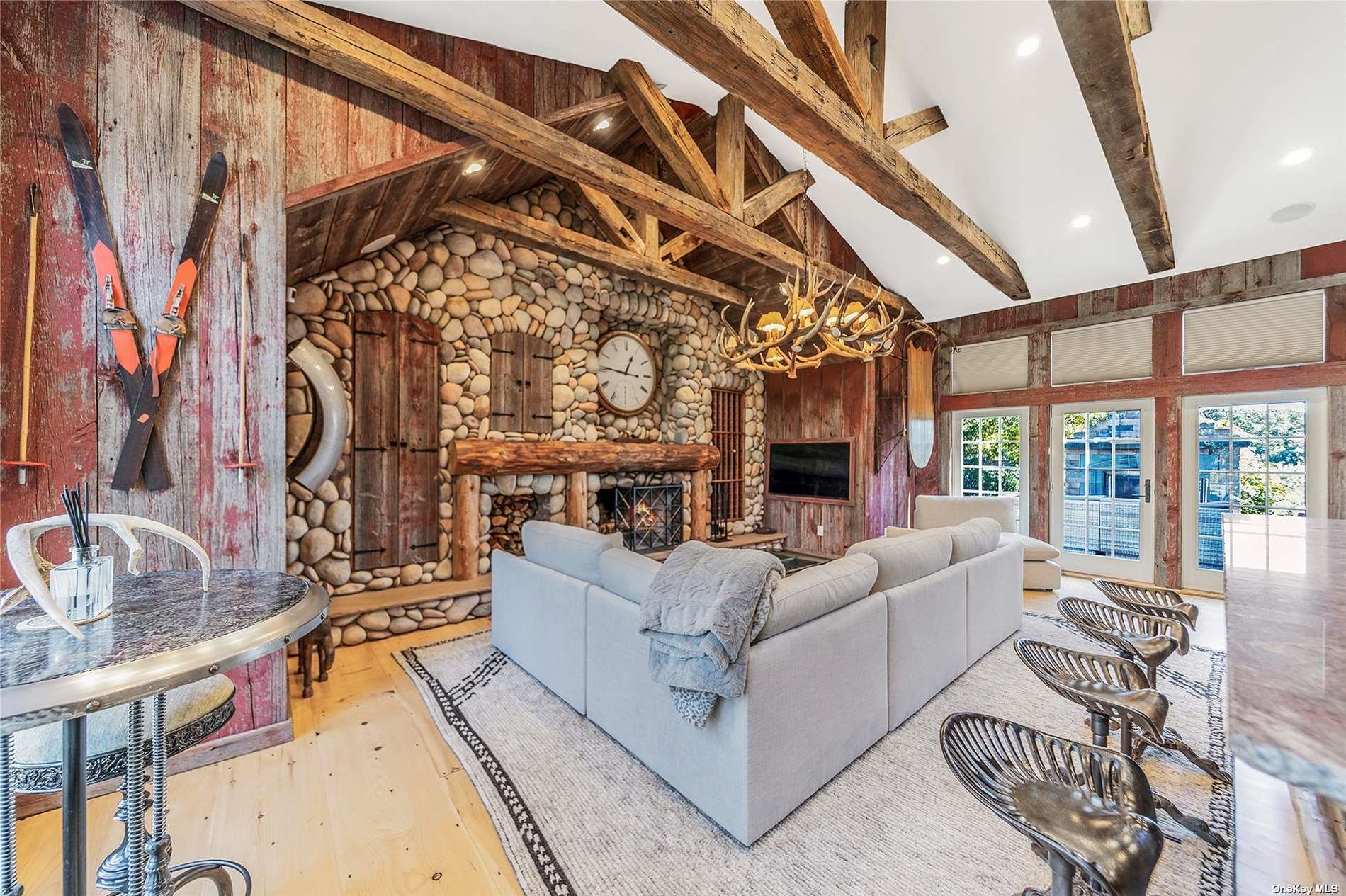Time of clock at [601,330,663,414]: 12:46
